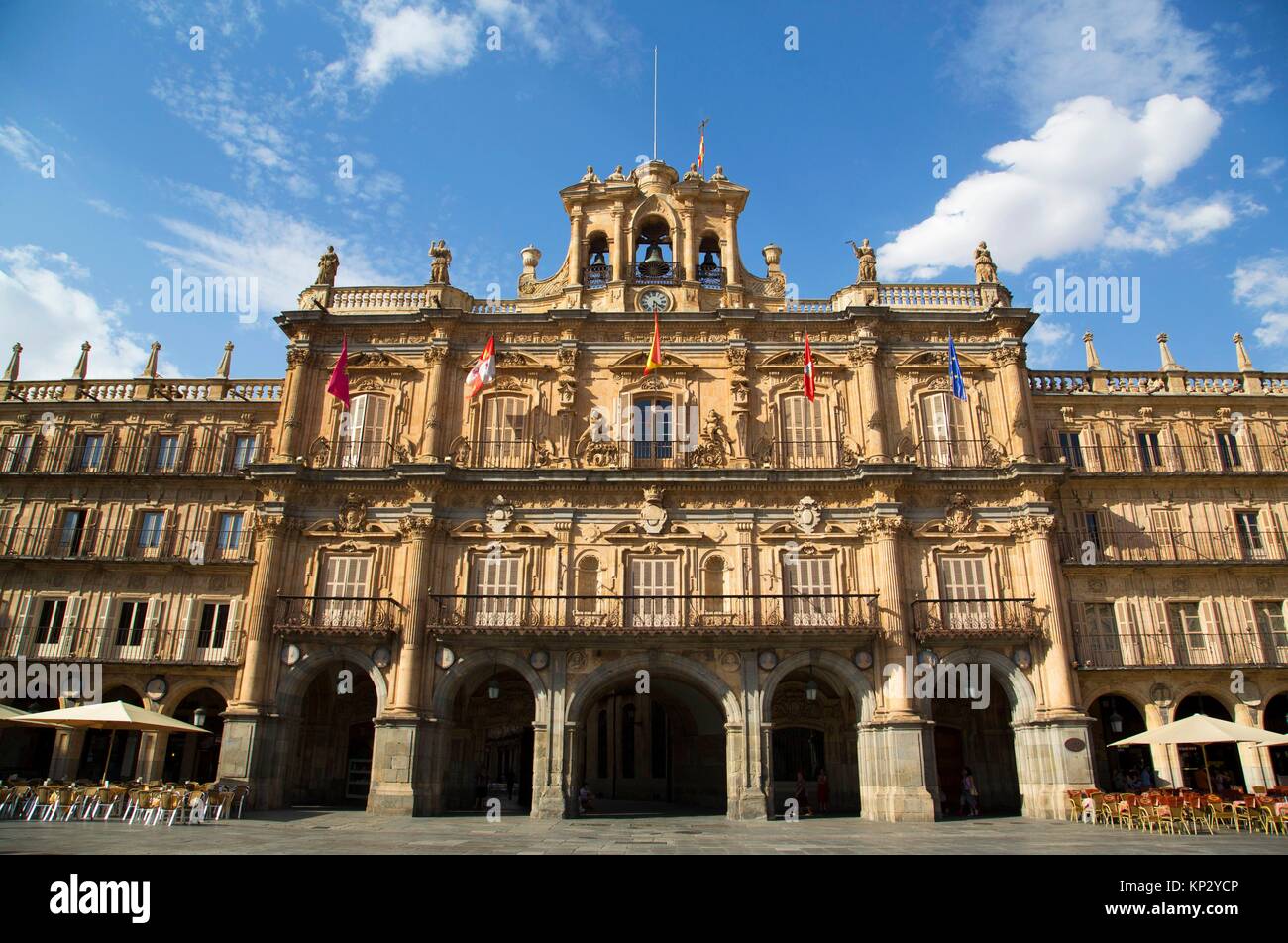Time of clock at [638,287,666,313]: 6:21
